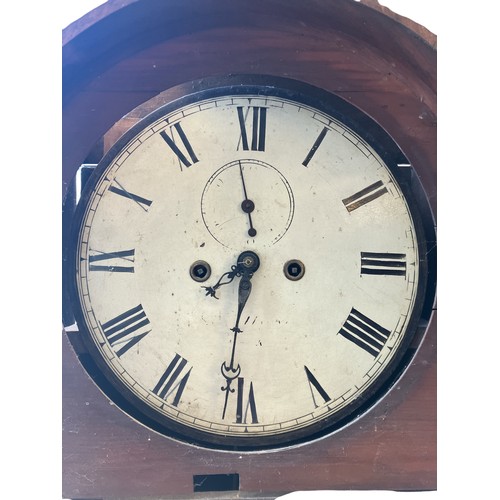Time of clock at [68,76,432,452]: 7:31
